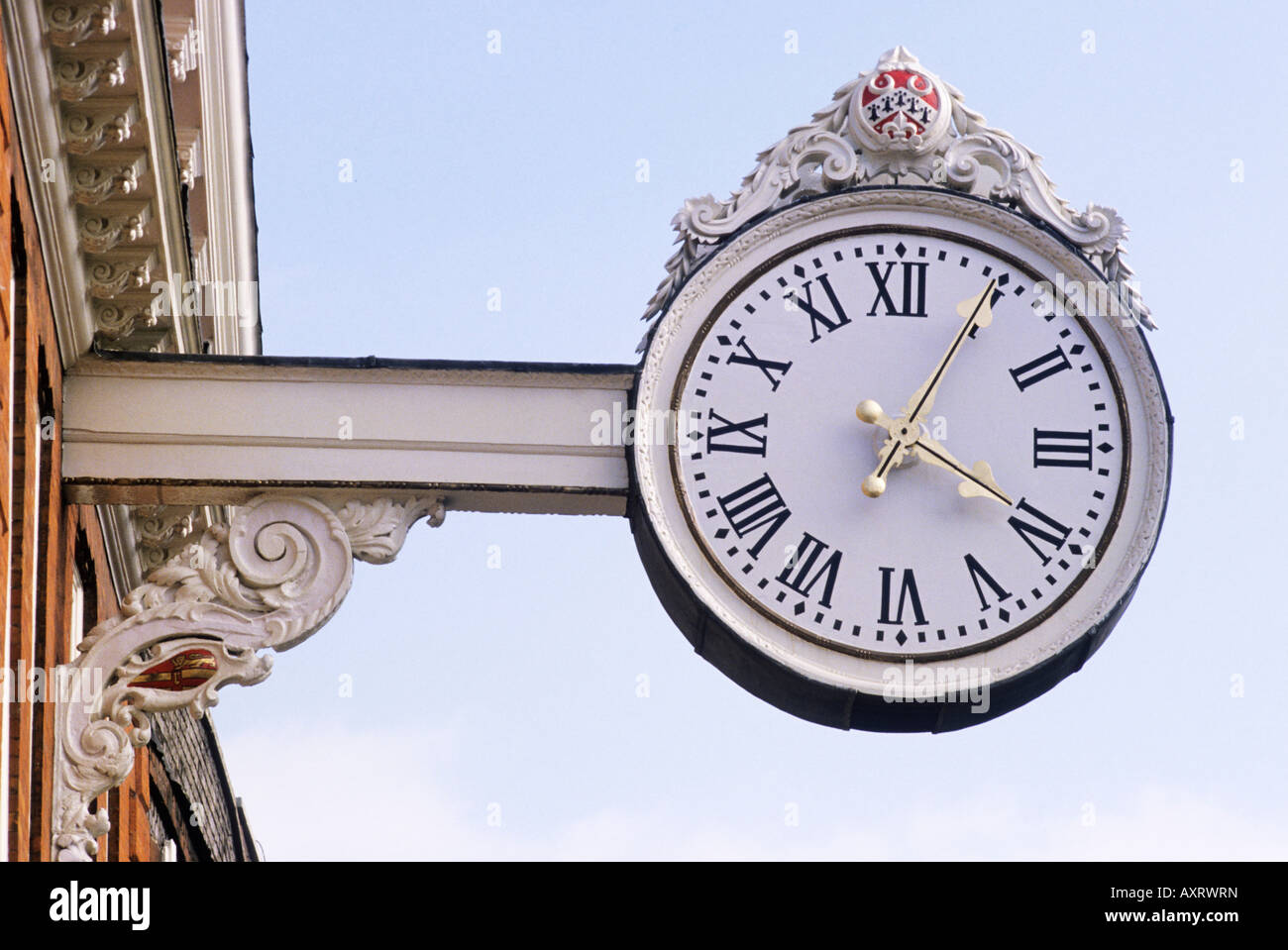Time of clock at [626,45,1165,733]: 4:04
